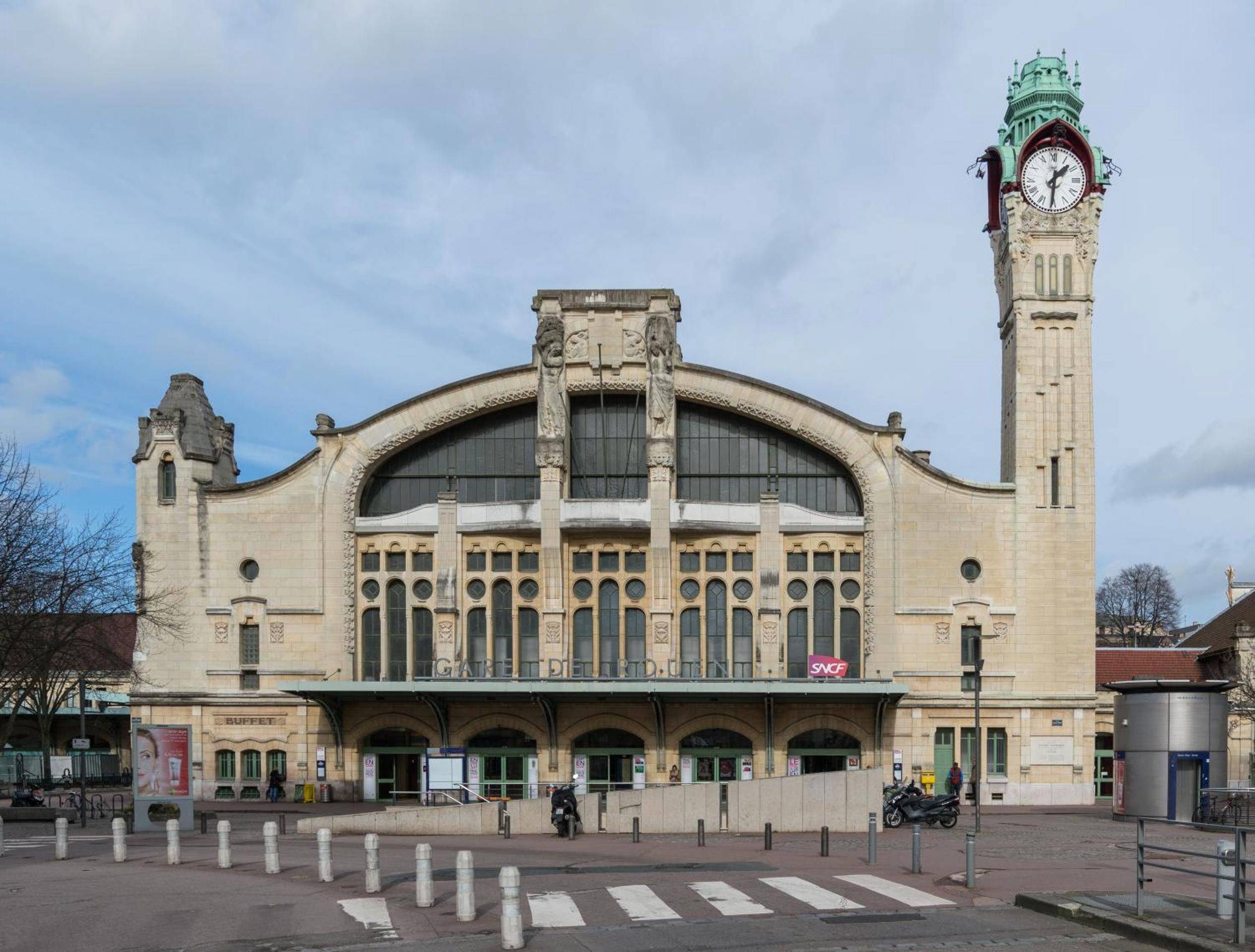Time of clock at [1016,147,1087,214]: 1:30
